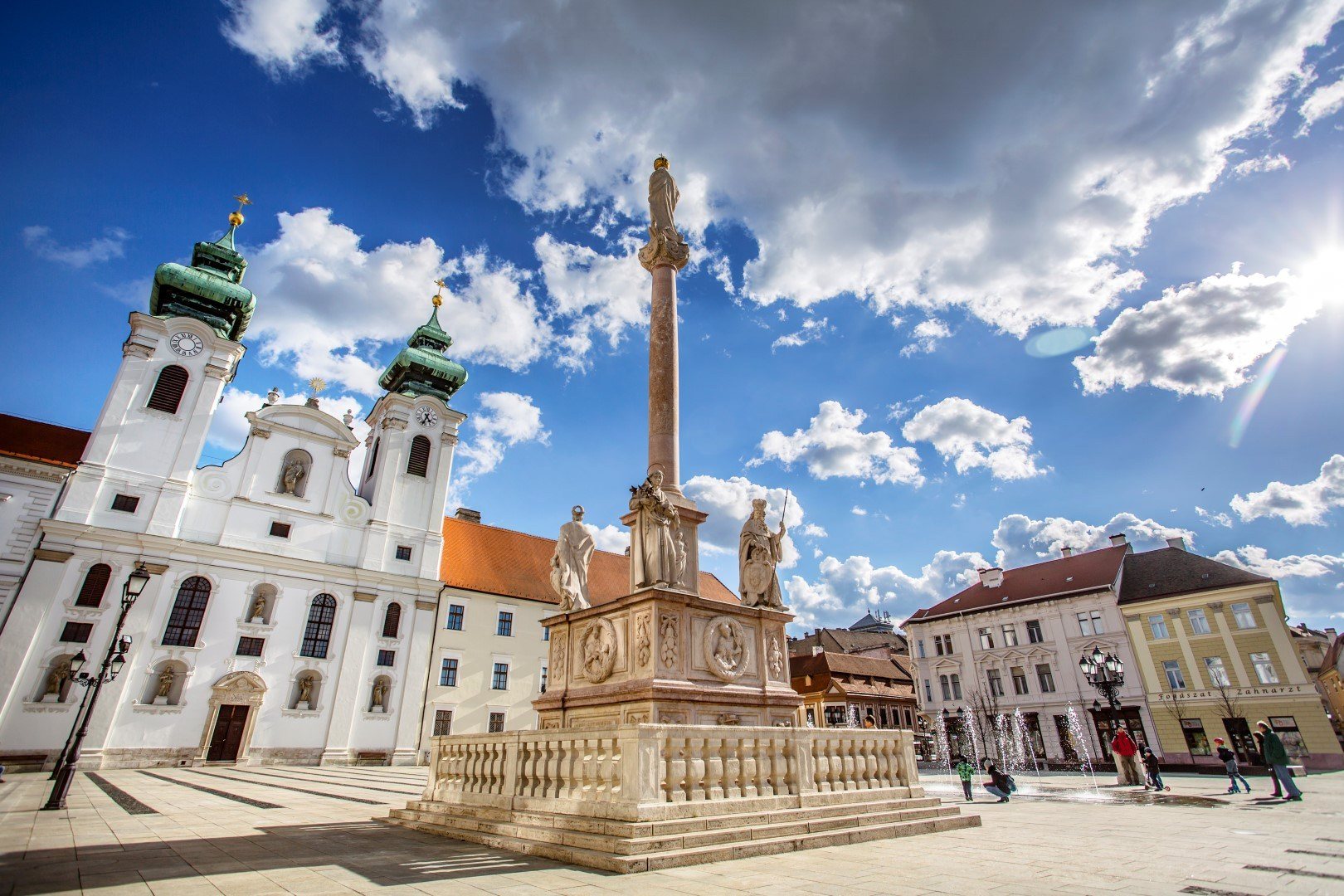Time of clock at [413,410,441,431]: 4:34
